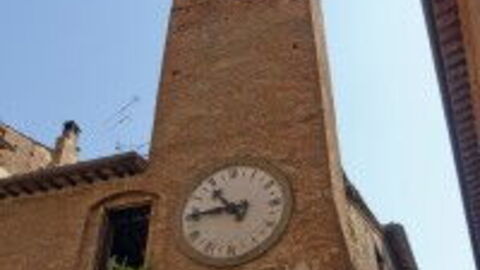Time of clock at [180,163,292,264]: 10:45
